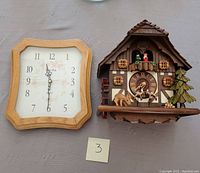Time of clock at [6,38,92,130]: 11:30
